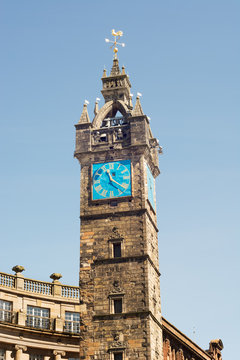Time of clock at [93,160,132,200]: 11:21
